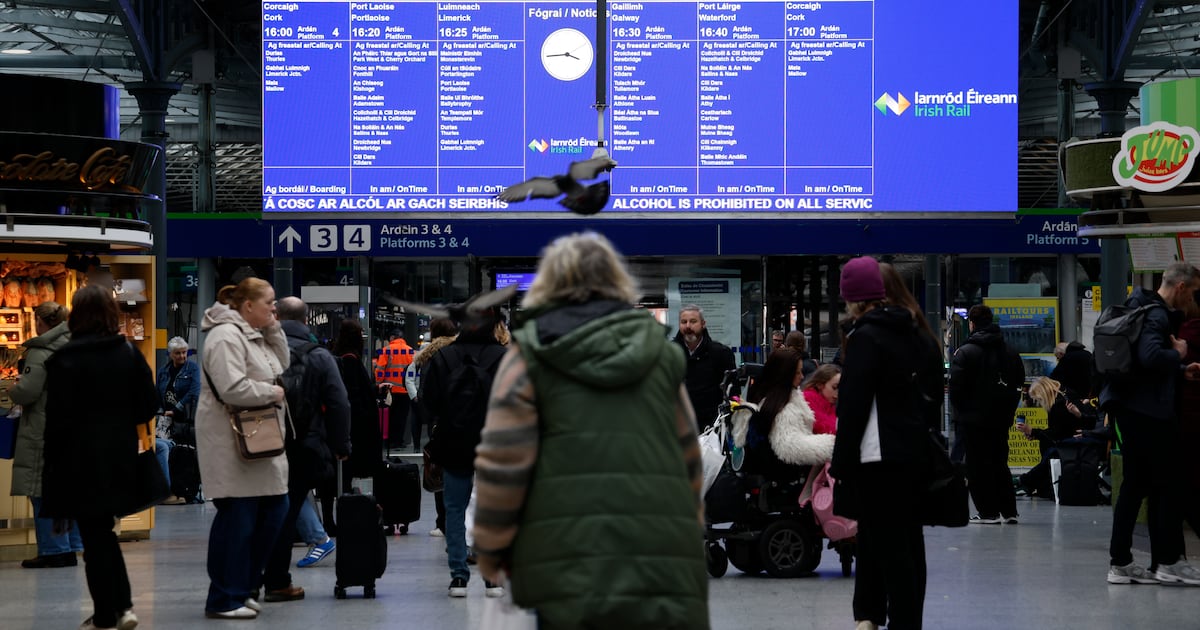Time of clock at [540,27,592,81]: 3:44
